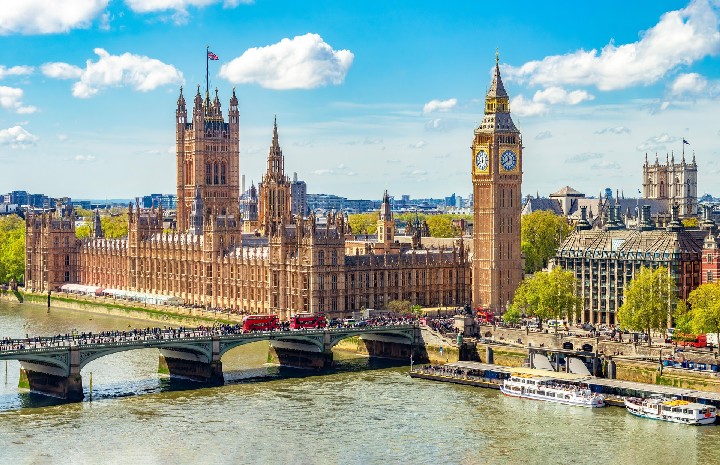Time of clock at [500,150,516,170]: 11:40
